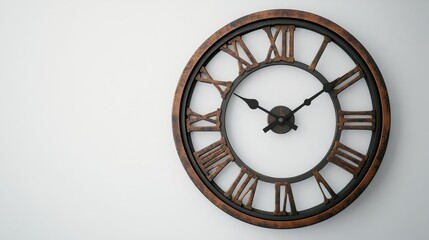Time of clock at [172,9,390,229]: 10:09
